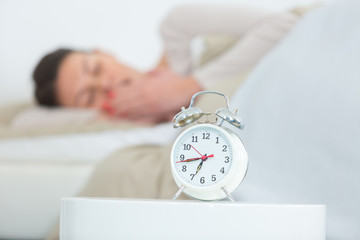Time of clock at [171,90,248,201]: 6:43
